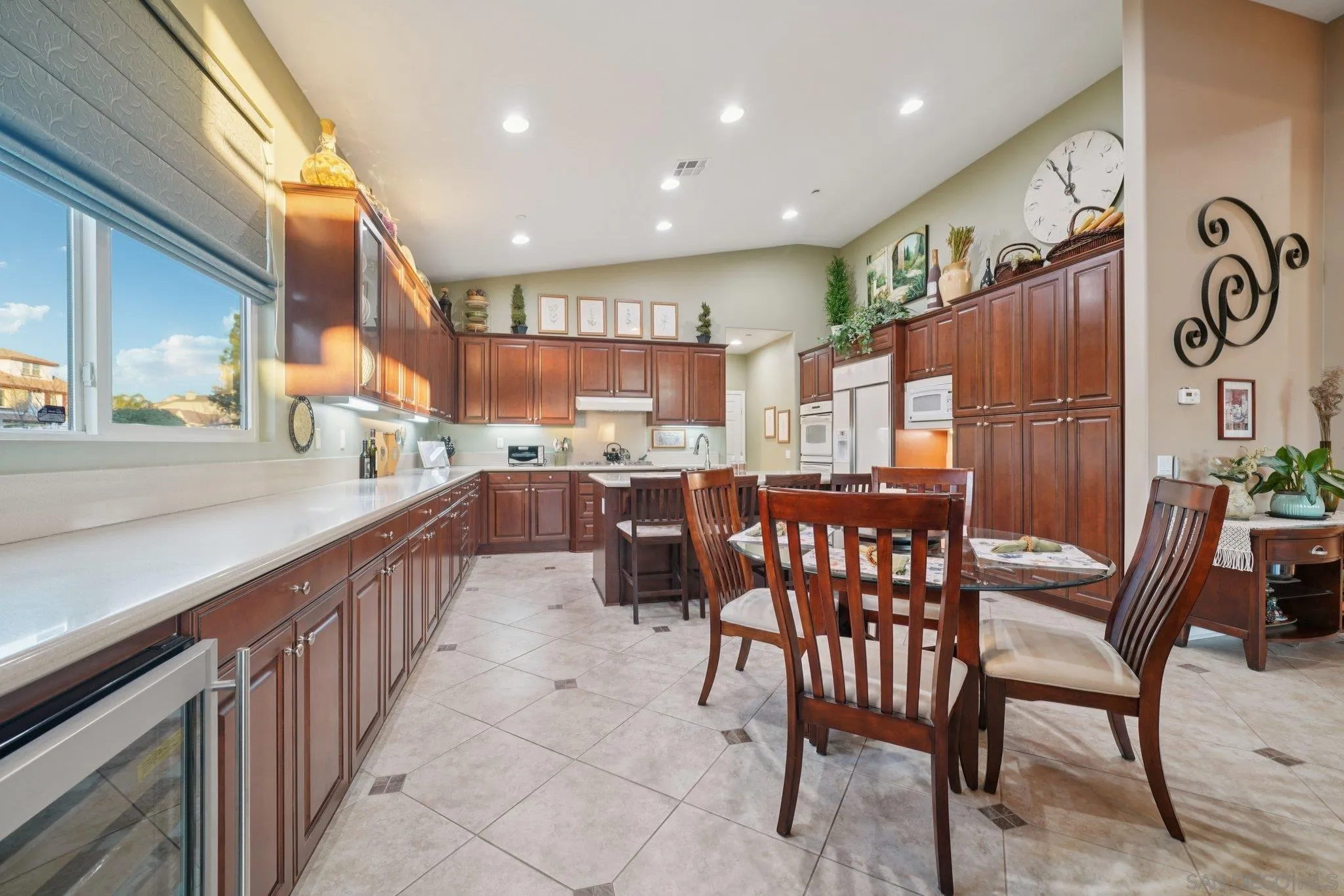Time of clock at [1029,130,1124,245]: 11:55
